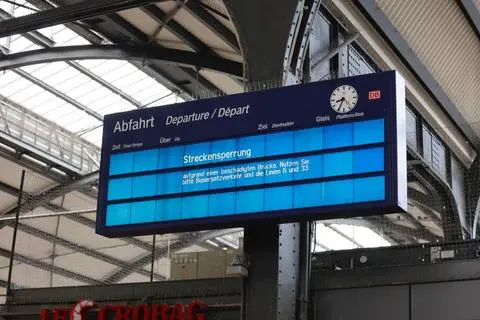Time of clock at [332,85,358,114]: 8:34
